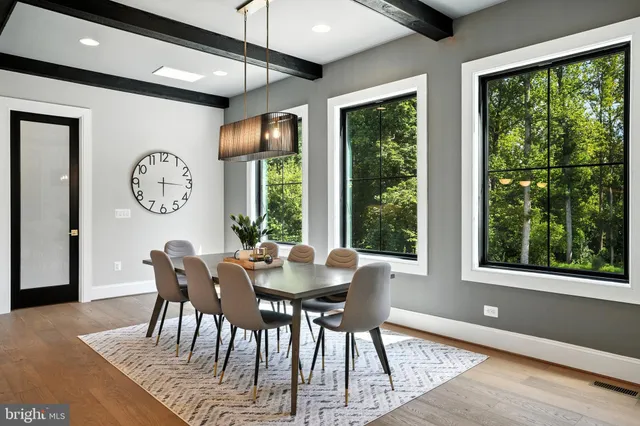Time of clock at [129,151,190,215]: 6:15
